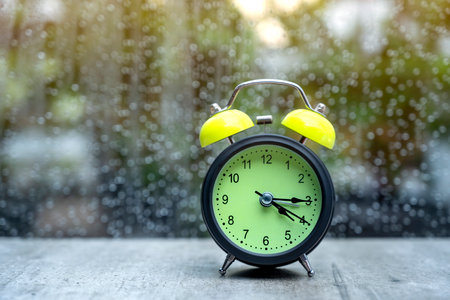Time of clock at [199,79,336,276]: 4:15
